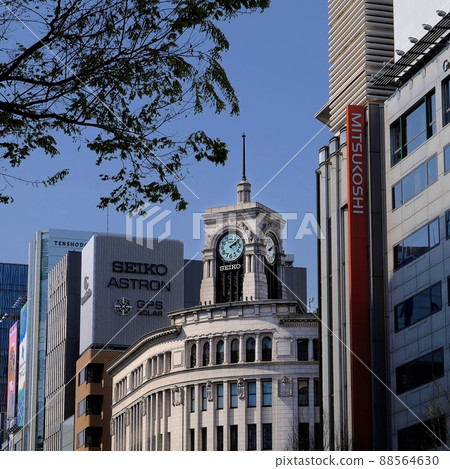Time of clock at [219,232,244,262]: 2:09
